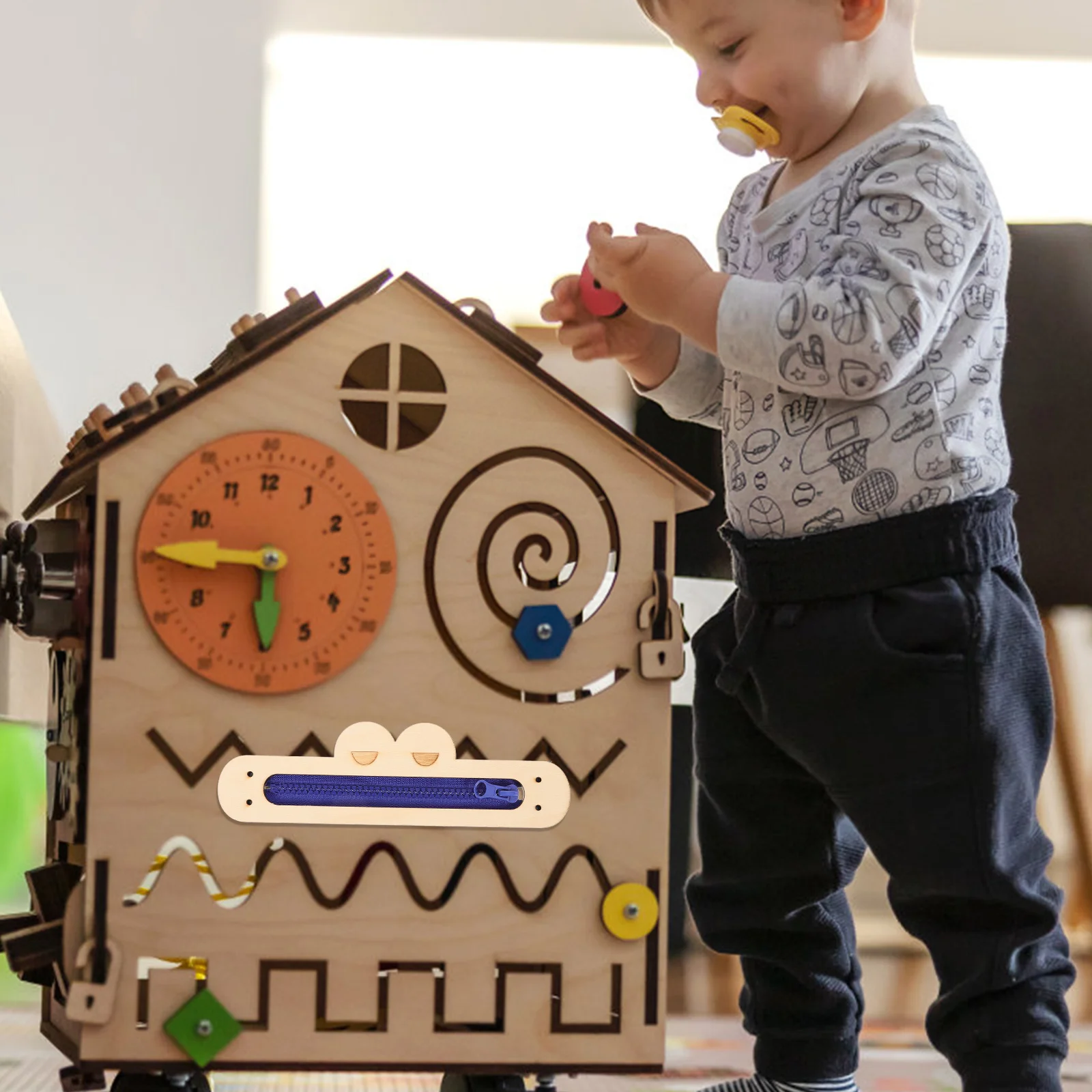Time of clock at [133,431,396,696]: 5:45
